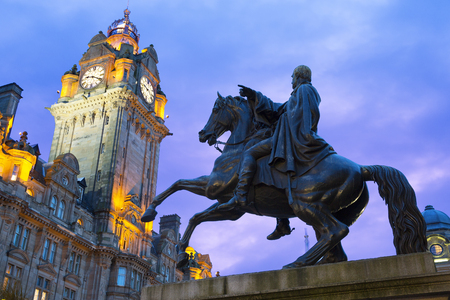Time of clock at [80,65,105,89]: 9:20
